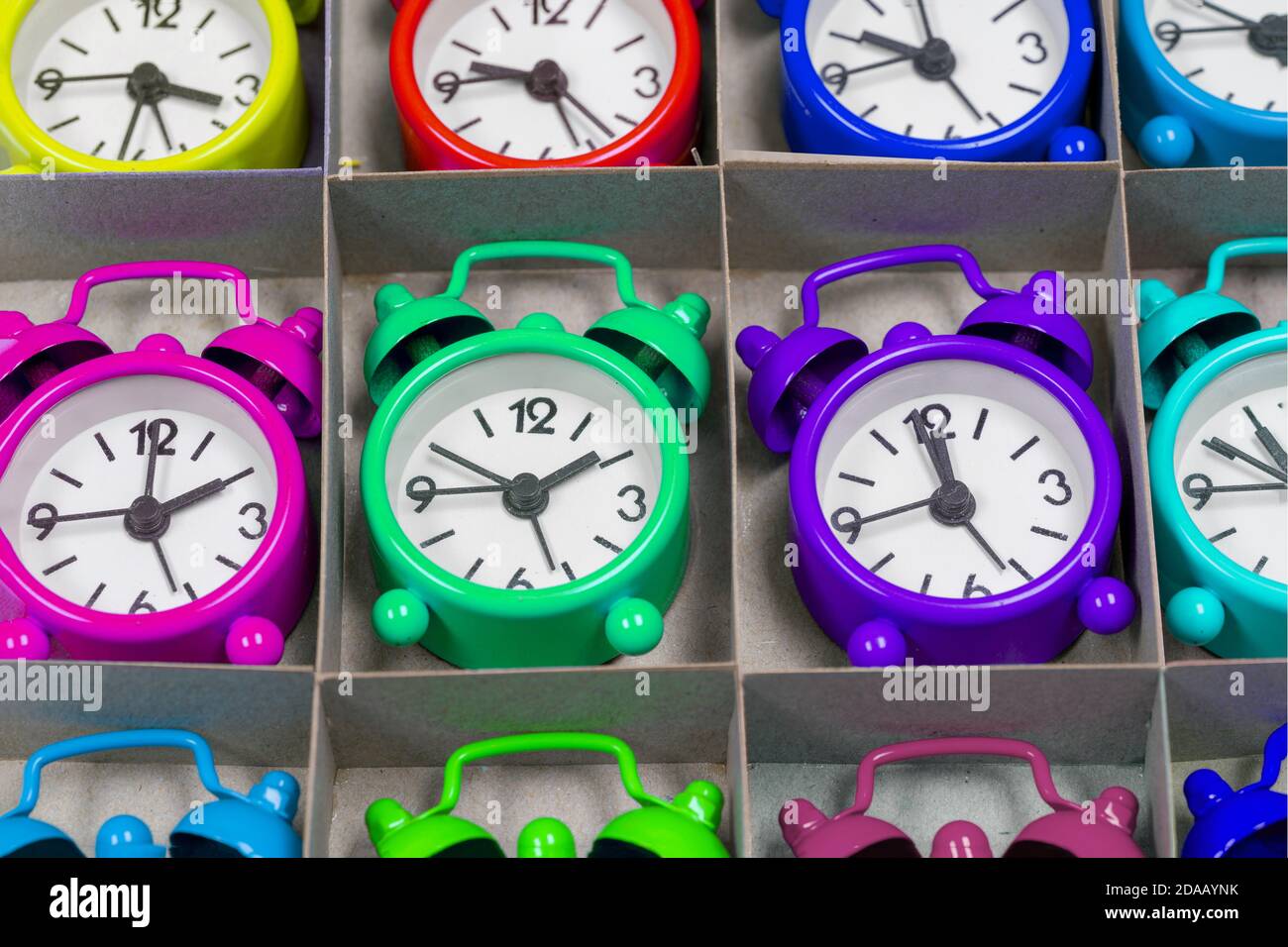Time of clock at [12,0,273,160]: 3:26
